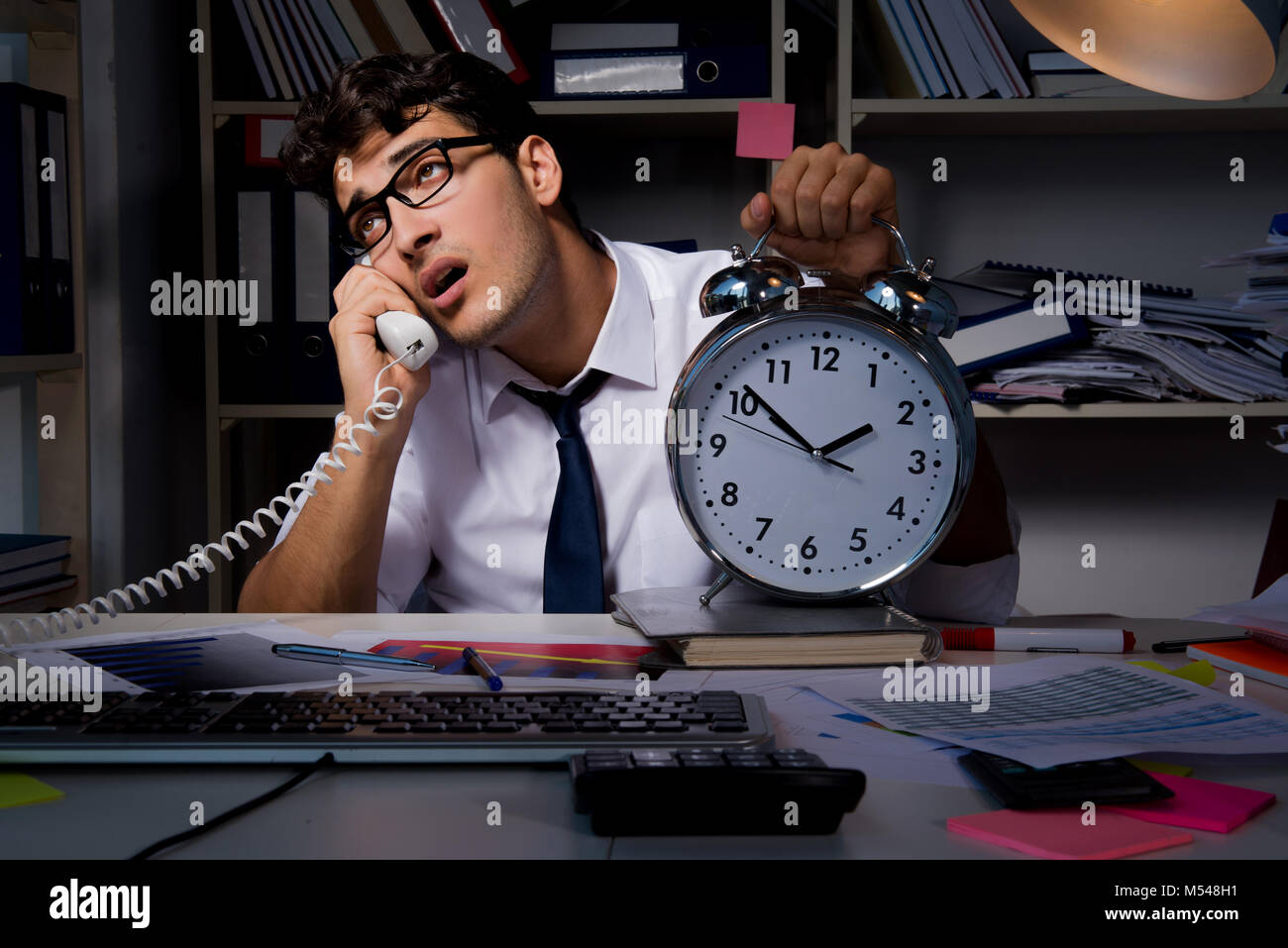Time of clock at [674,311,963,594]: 1:51
